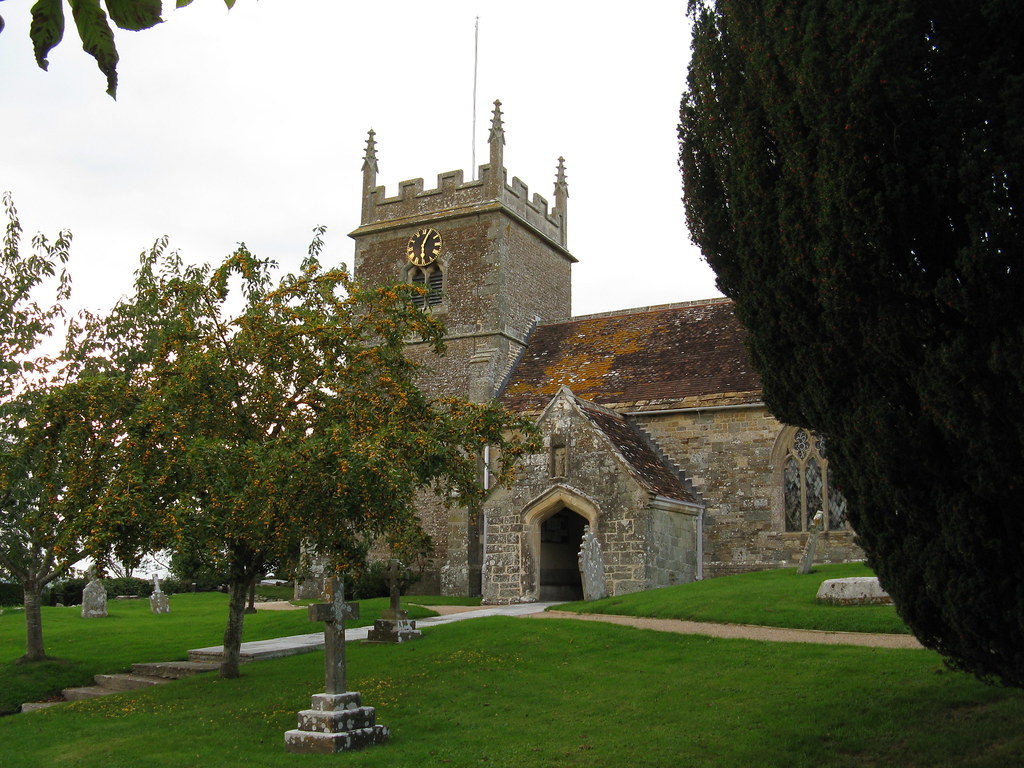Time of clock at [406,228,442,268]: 6:03
